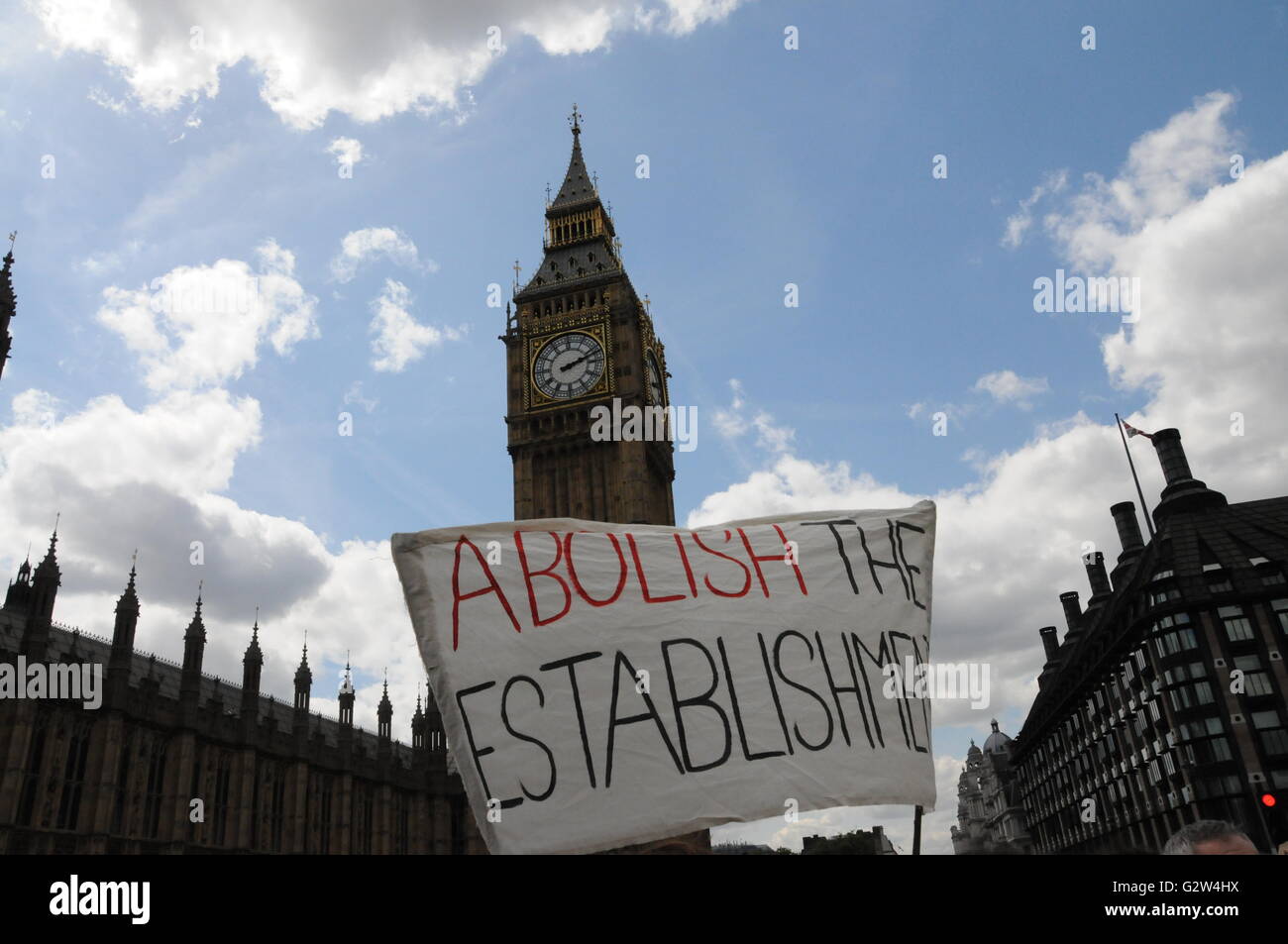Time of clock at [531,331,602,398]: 2:12
